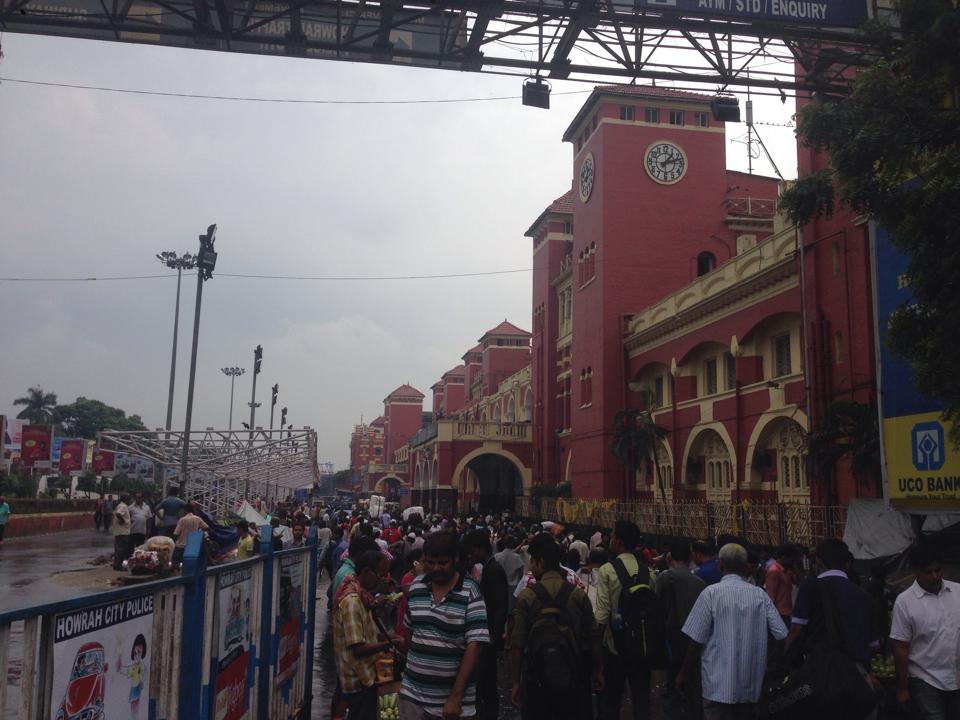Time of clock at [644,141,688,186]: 1:12
